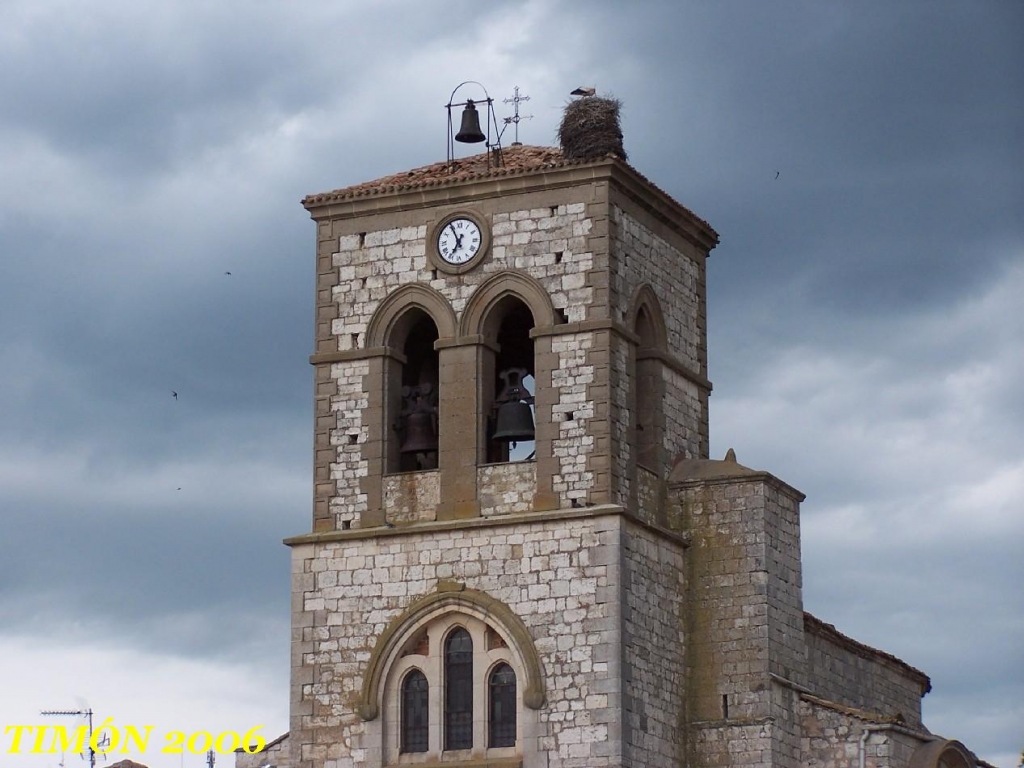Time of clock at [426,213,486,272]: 6:55
